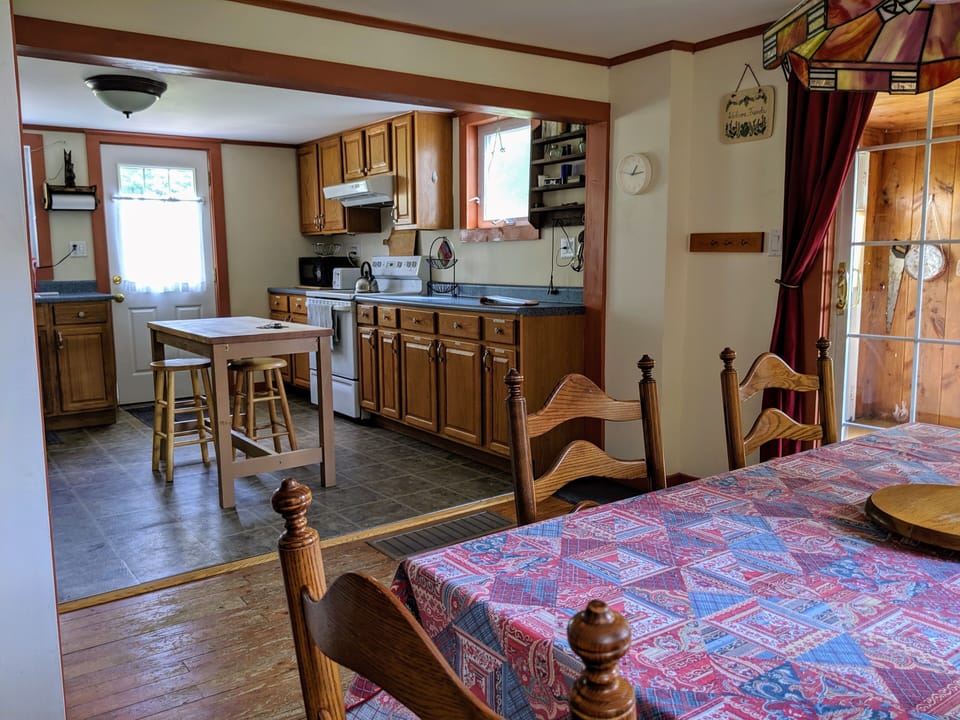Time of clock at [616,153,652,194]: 1:13
